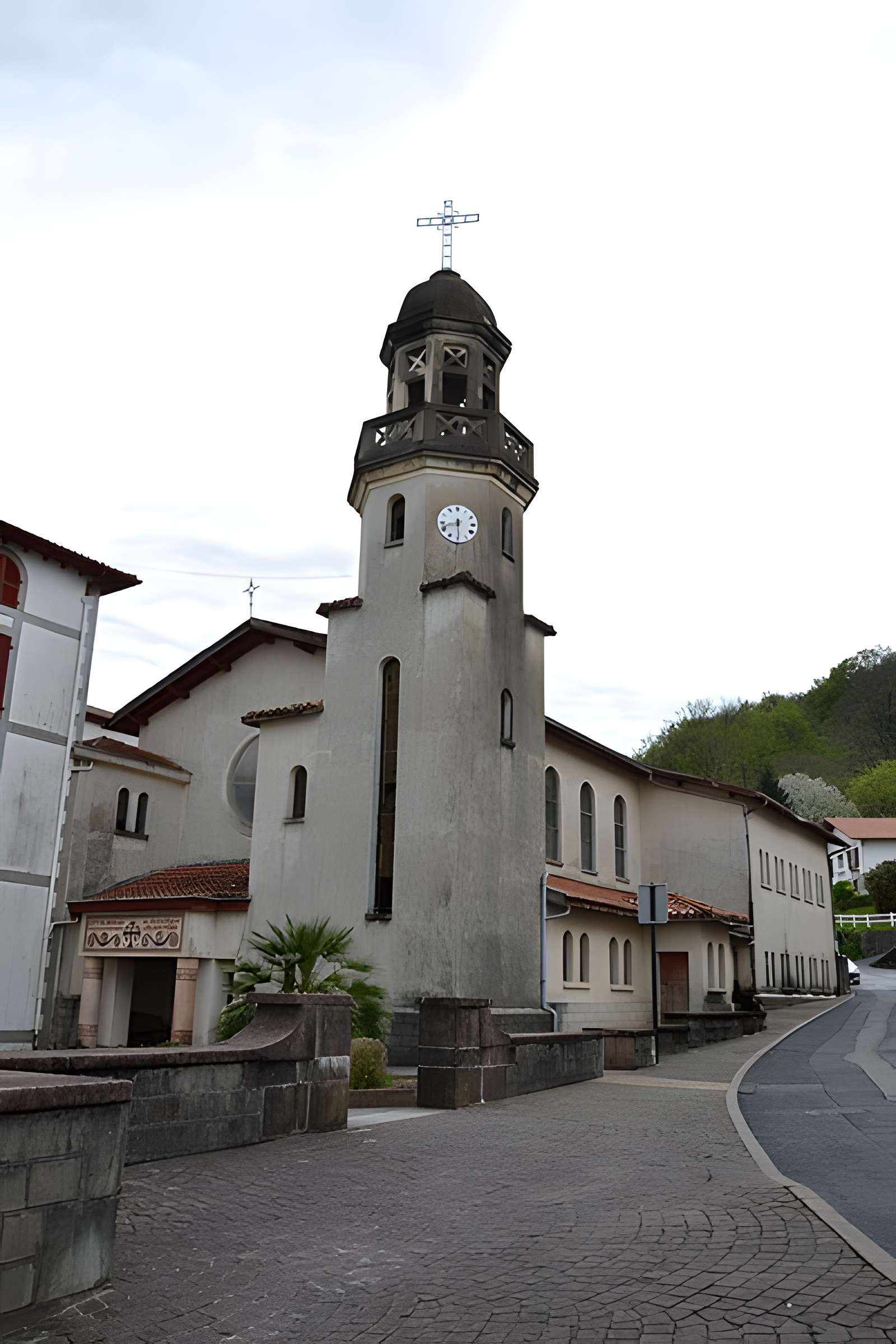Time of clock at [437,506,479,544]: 8:29
